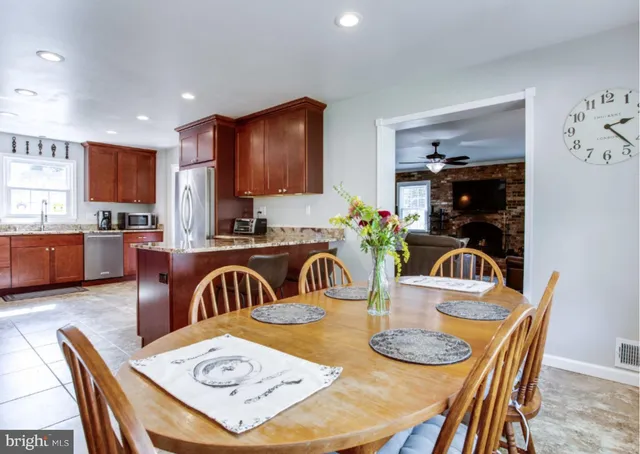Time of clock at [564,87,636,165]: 2:22
